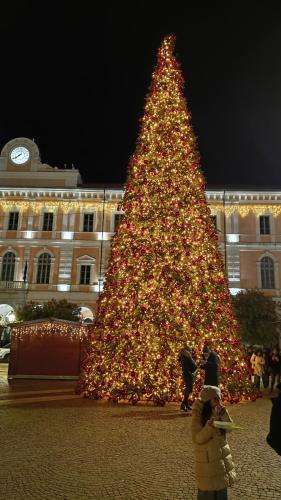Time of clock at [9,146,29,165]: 7:39
